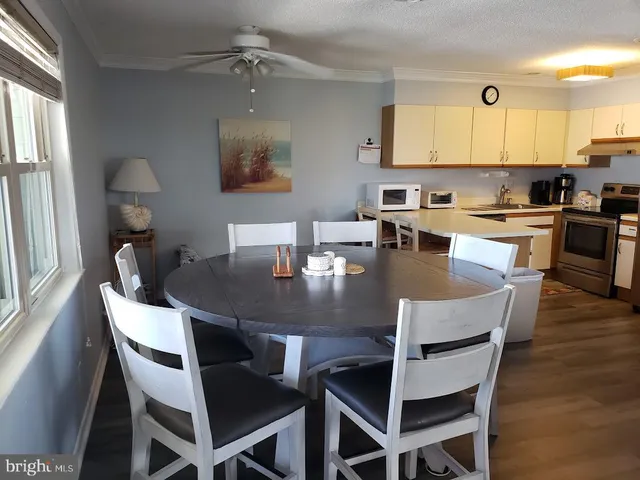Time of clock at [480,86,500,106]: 1:38
